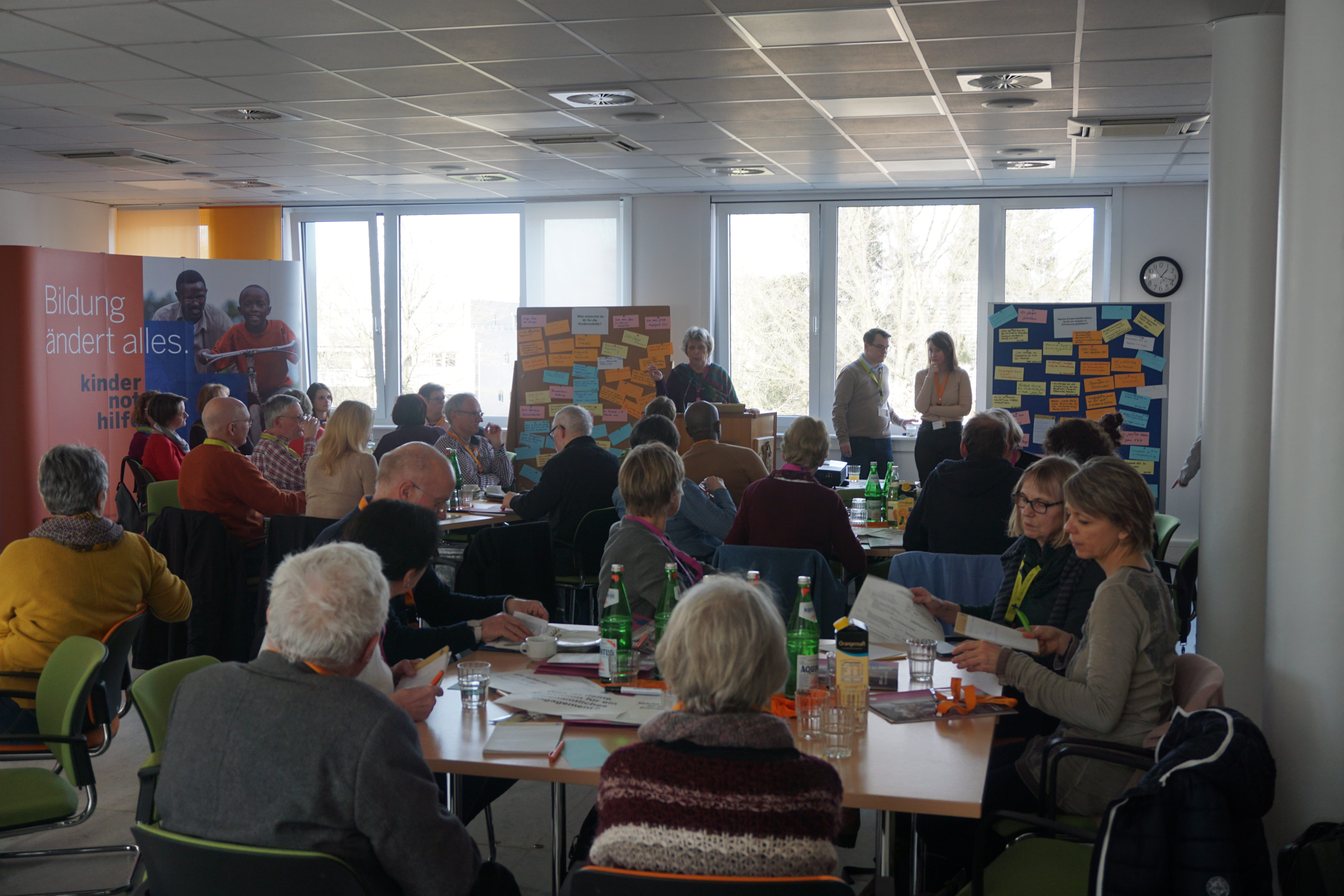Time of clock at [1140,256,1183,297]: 1:17
